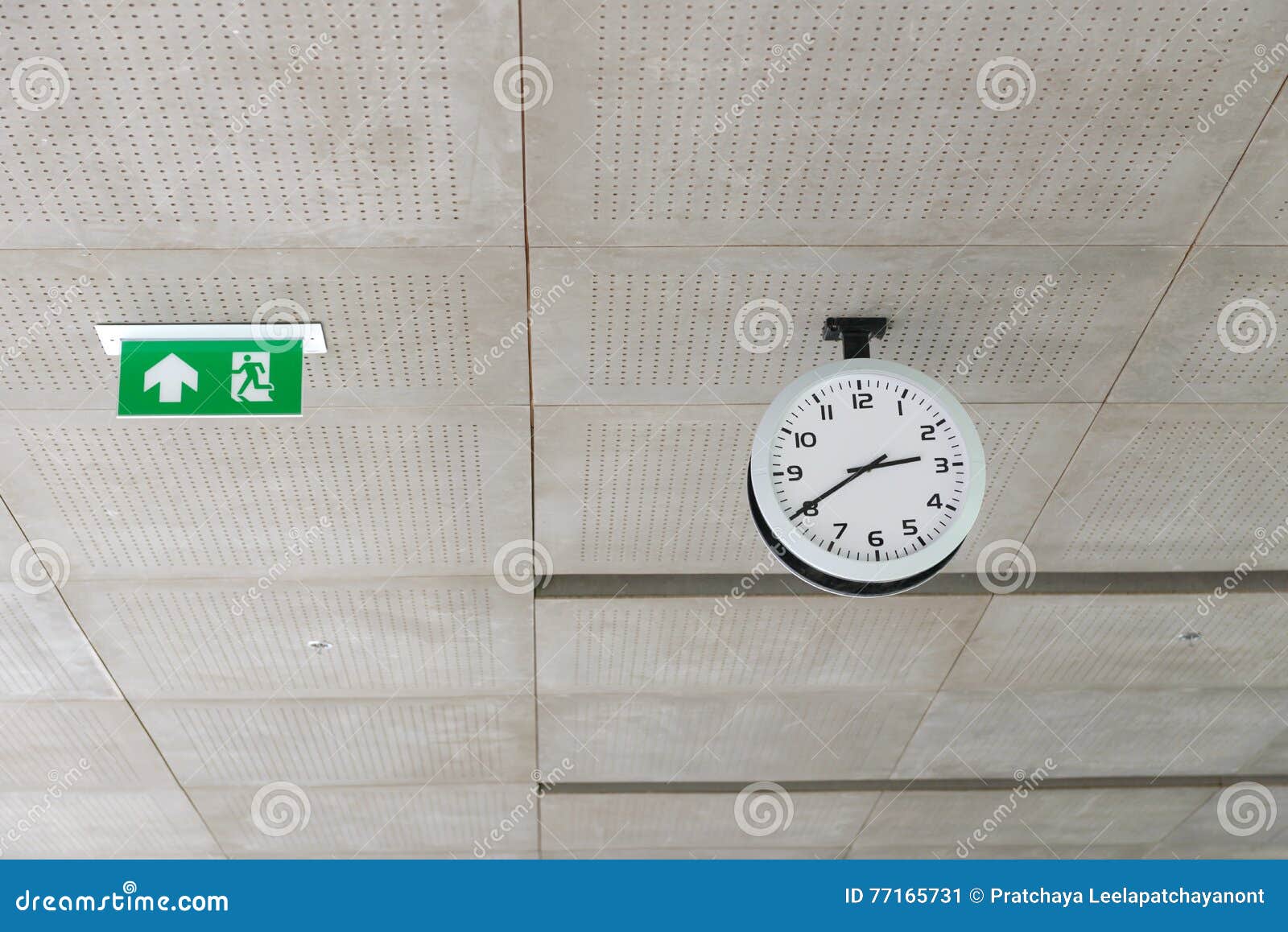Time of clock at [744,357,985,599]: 2:40
